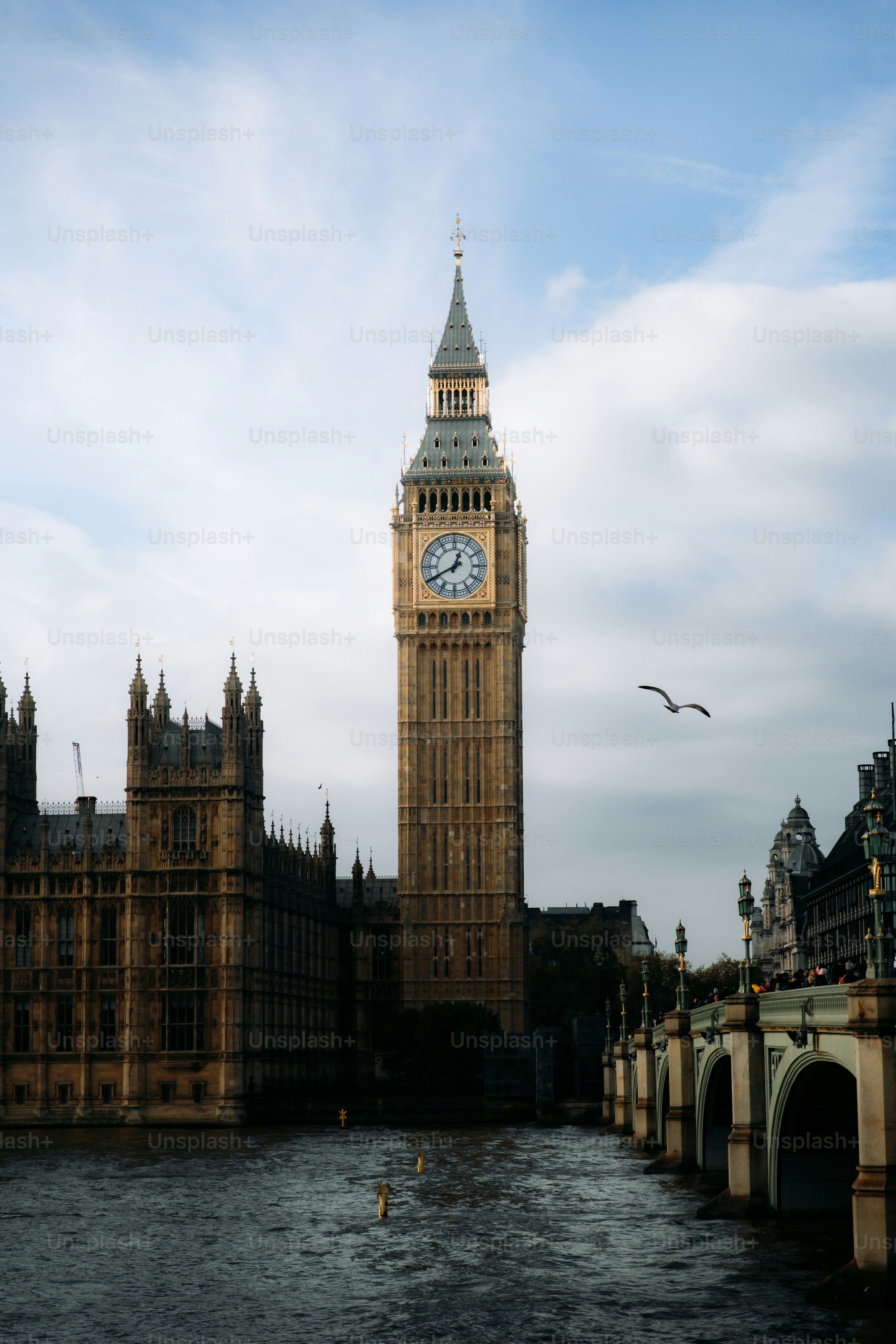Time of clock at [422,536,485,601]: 12:40
